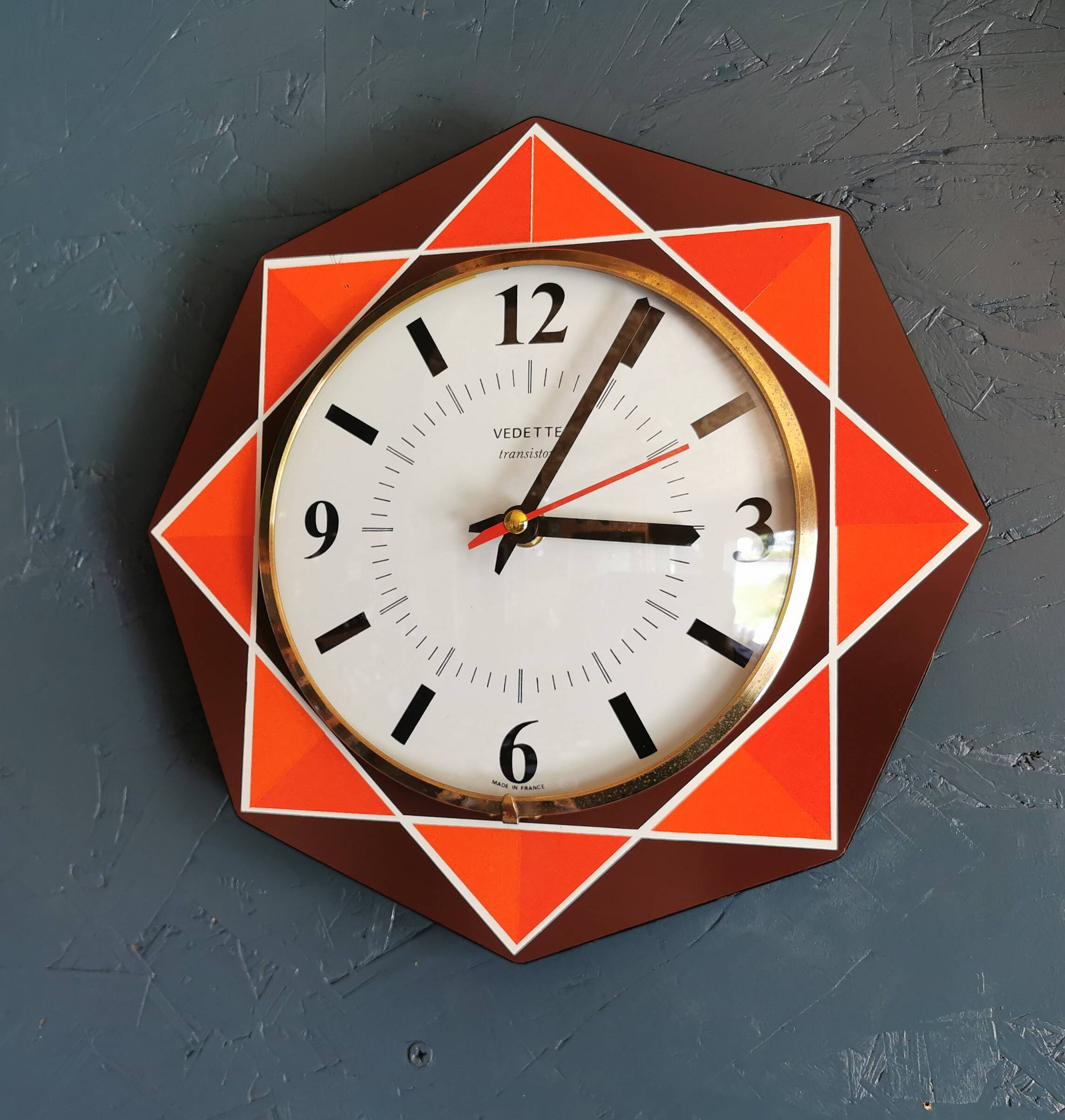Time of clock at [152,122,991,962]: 3:04
